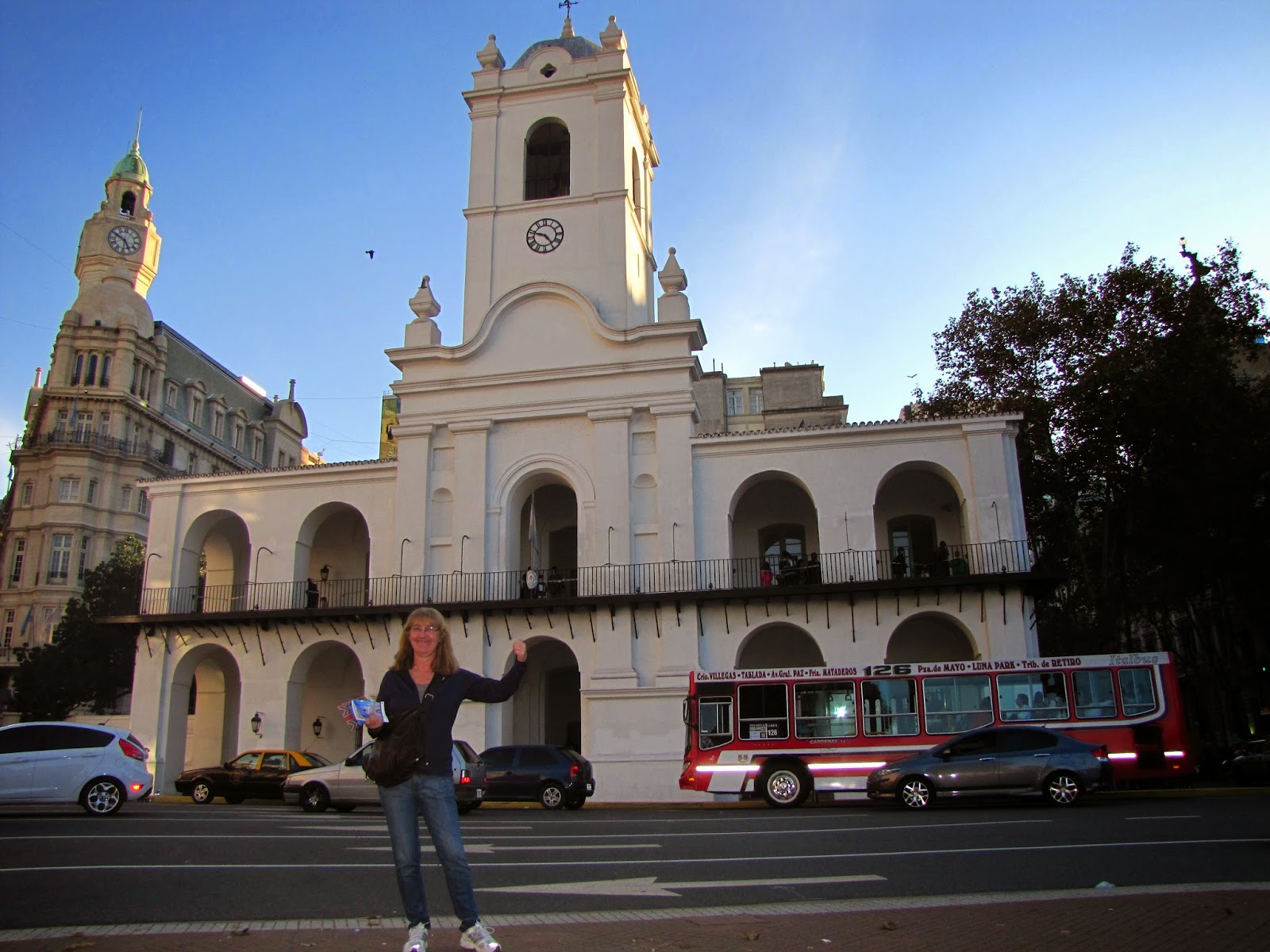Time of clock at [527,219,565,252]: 4:47
